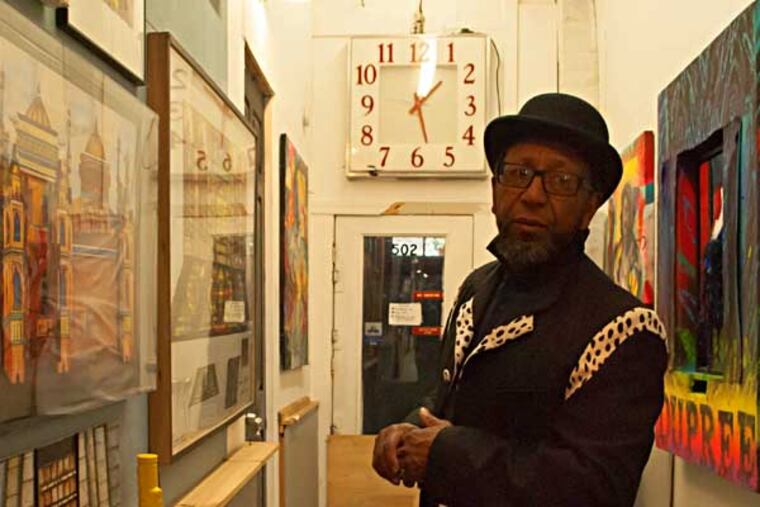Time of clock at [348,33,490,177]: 1:27
